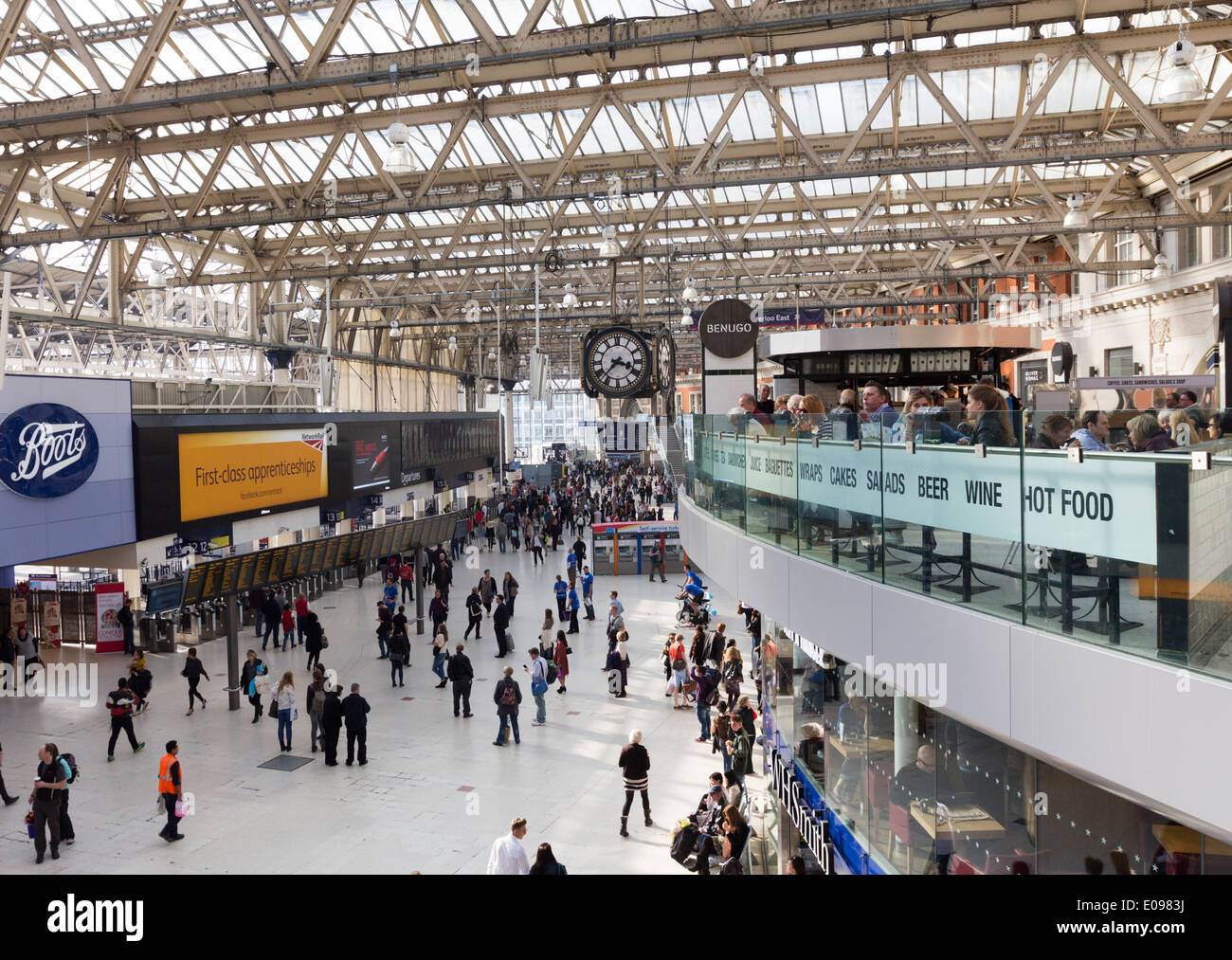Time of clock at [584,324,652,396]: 3:37
